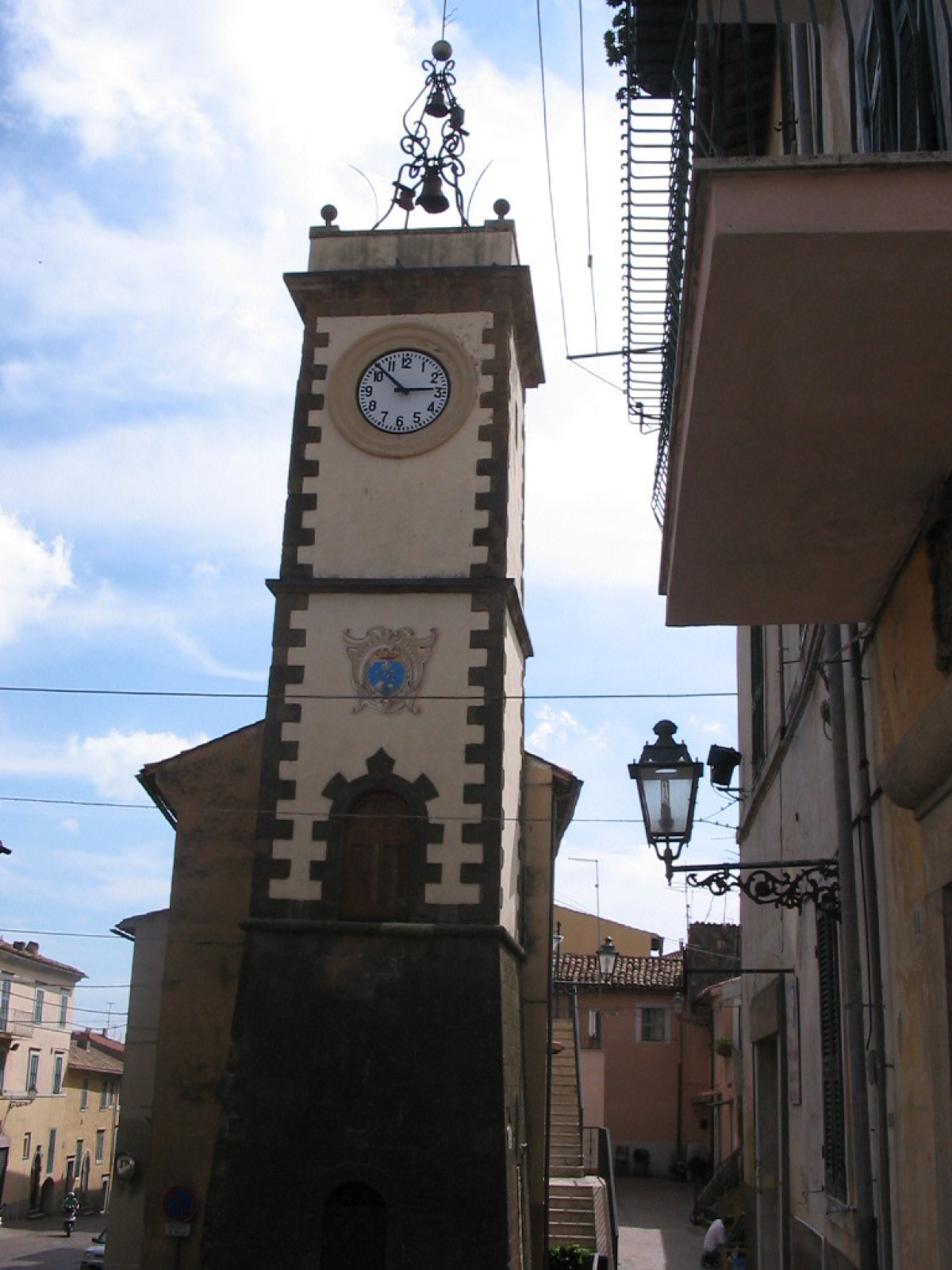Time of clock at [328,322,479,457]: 2:52
